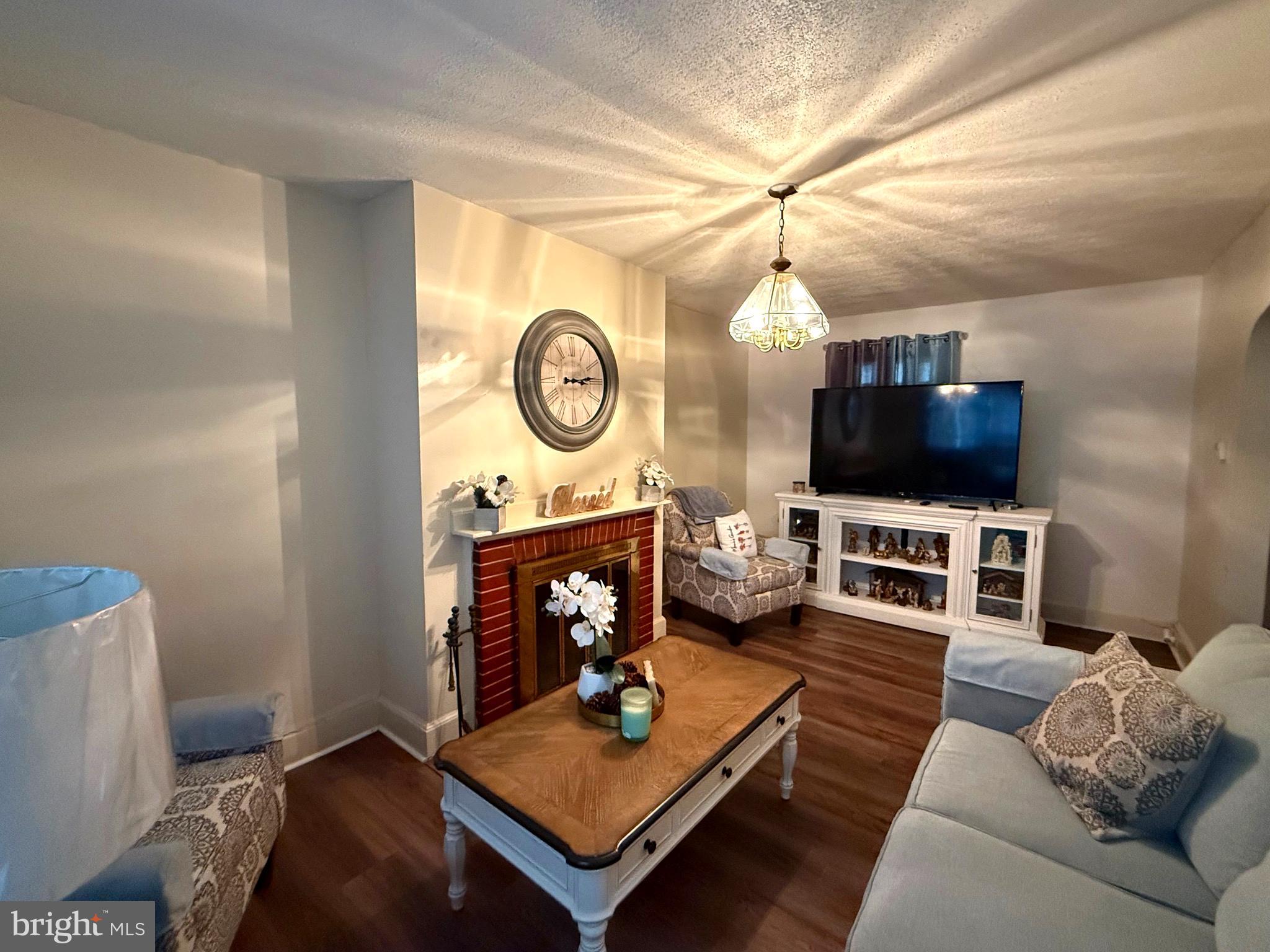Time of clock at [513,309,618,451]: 3:14
